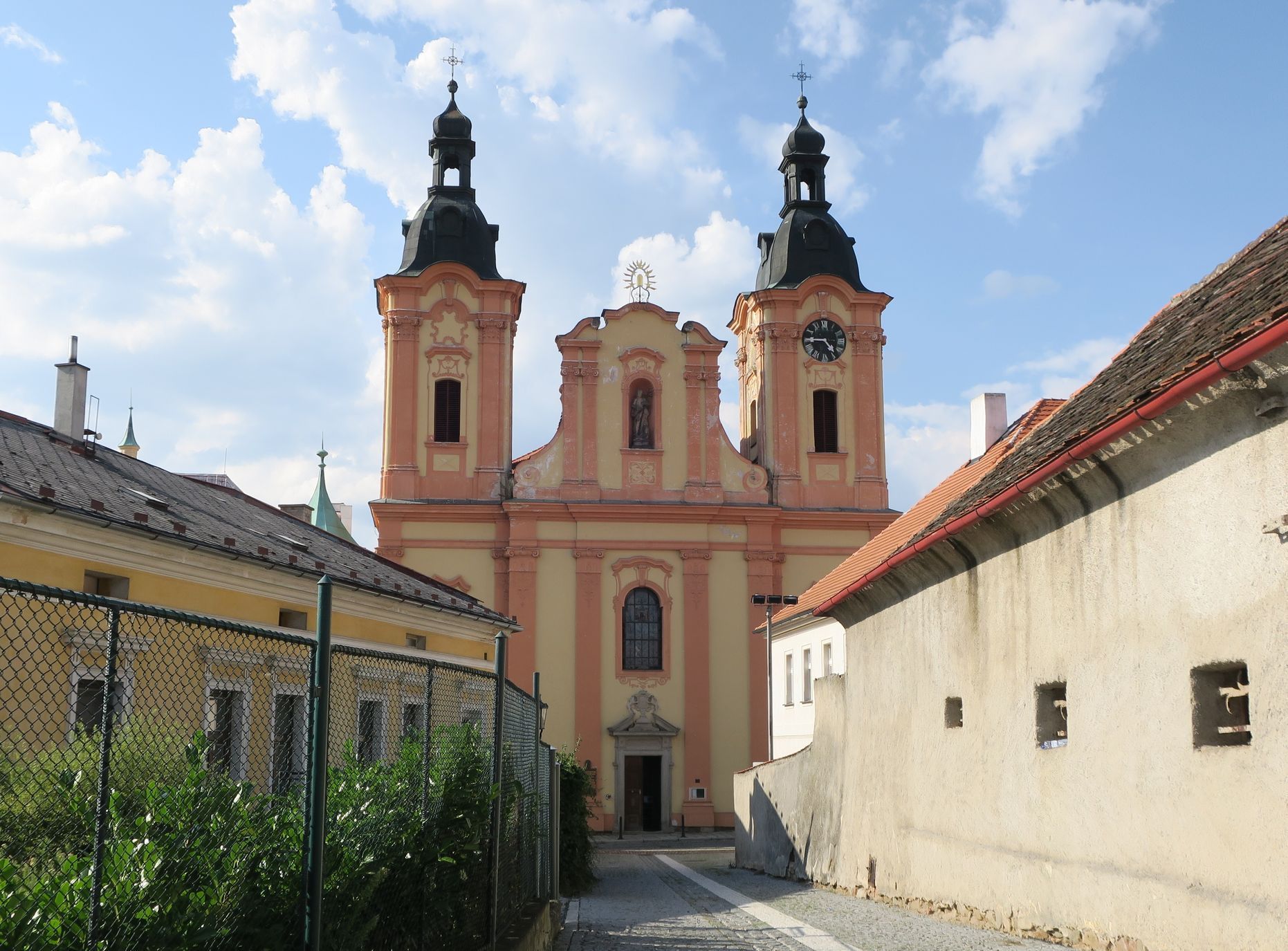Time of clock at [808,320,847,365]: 4:44
